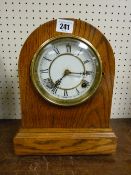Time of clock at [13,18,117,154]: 7:15
